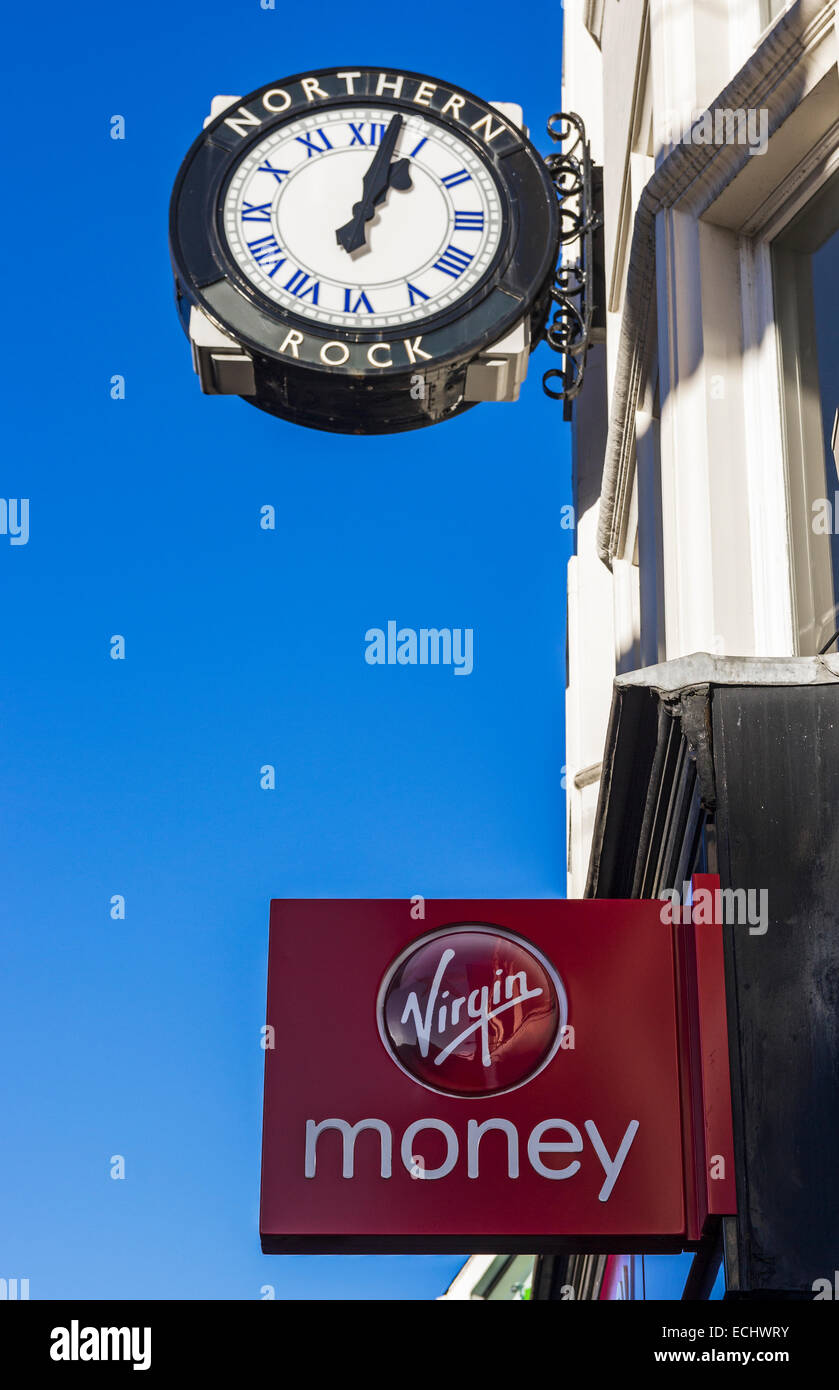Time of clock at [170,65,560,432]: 1:02
